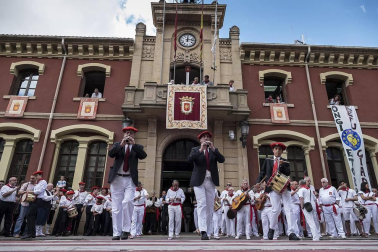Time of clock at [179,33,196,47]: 12:13
